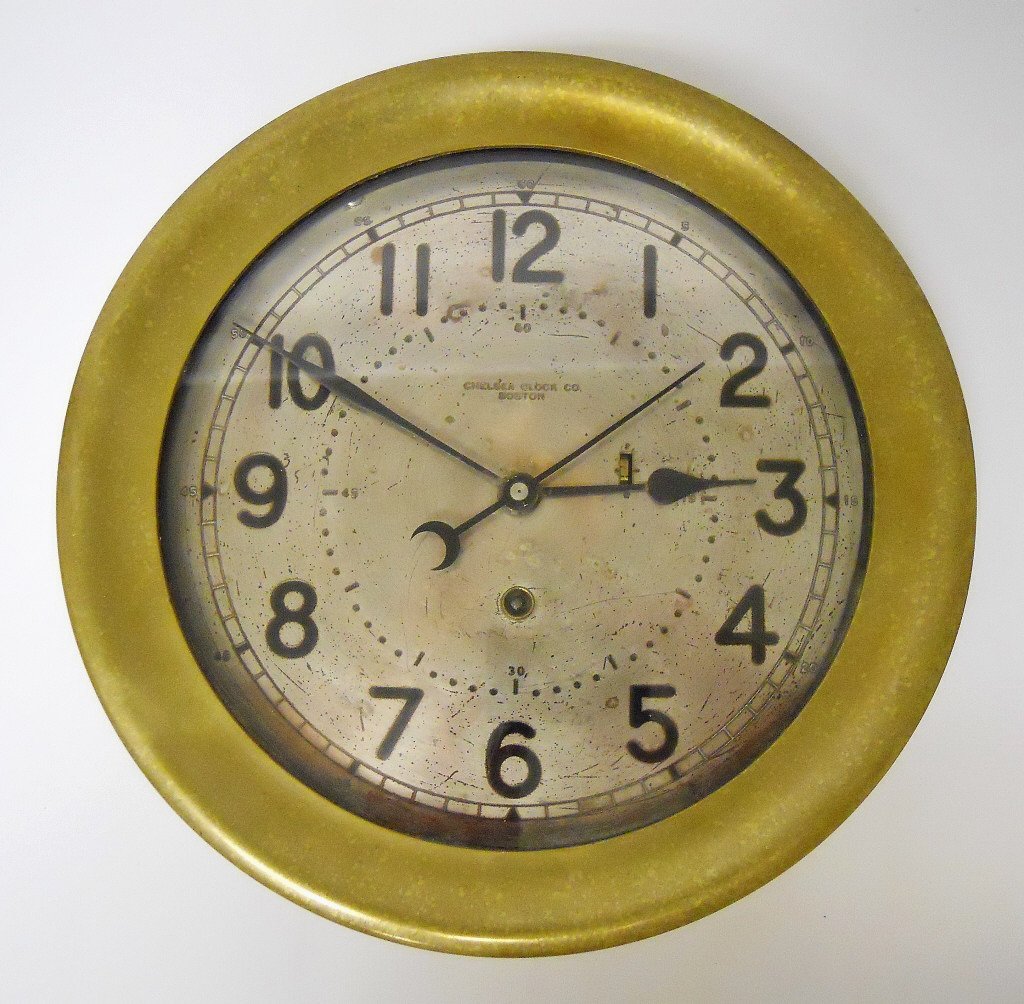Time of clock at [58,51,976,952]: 2:50
